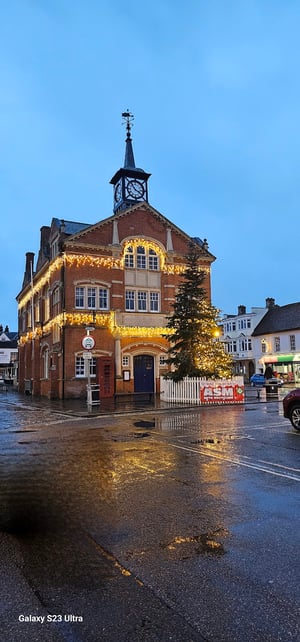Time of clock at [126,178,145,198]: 3:53
